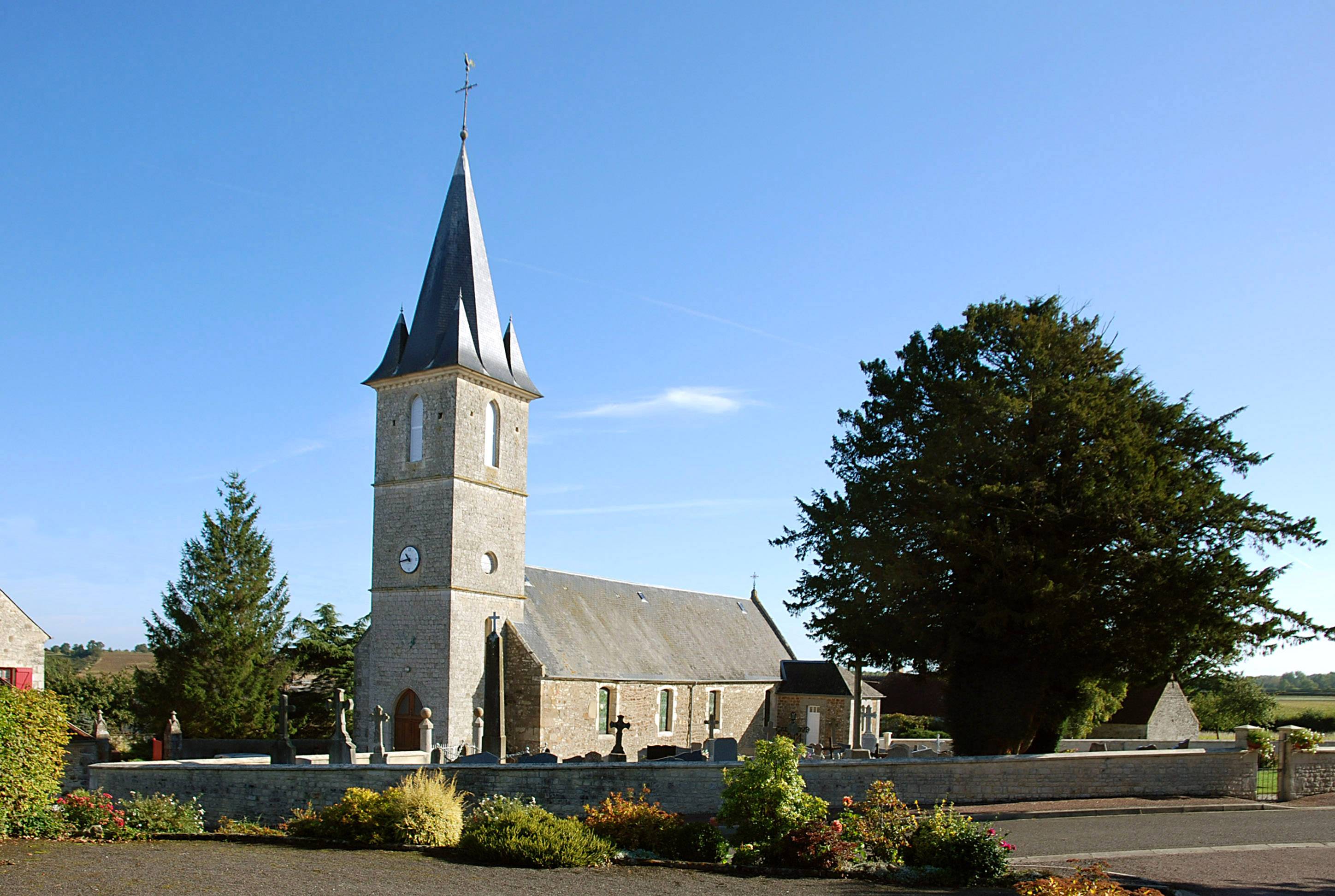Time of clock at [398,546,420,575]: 10:43
